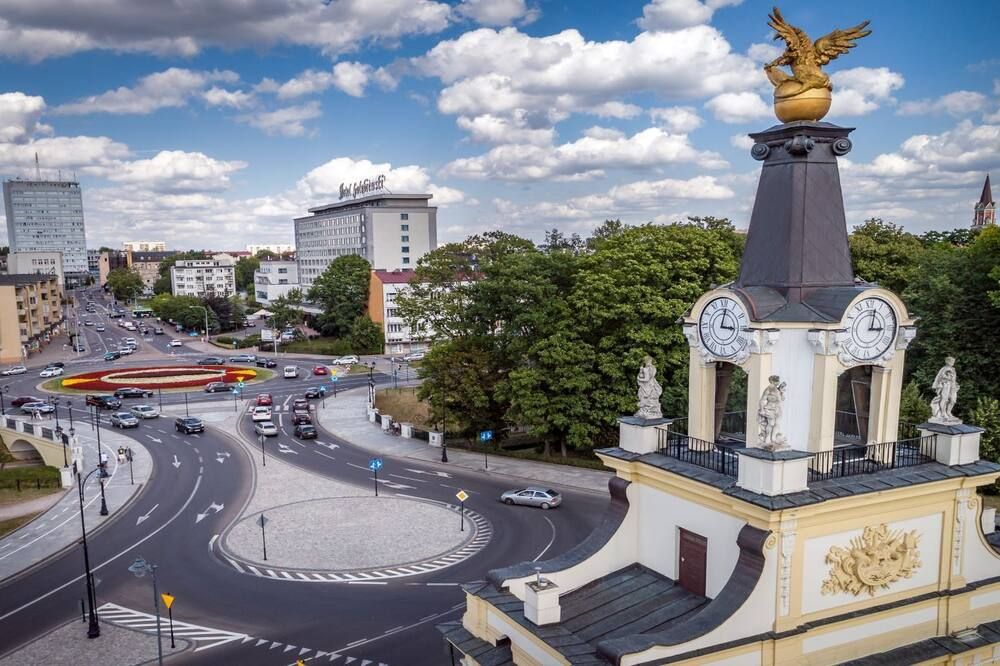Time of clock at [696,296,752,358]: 3:02
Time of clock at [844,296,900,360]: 3:02
